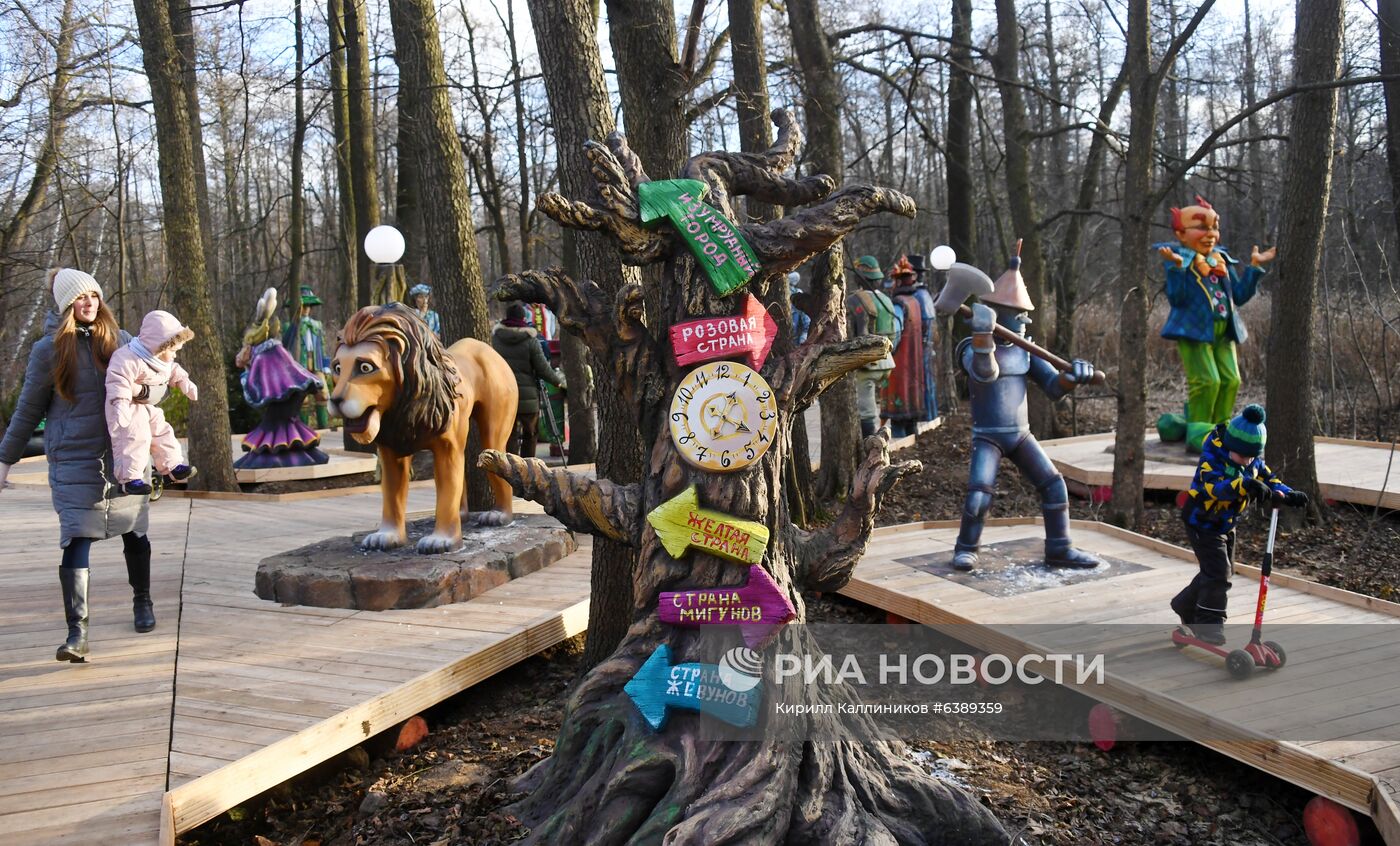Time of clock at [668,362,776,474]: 4:04
